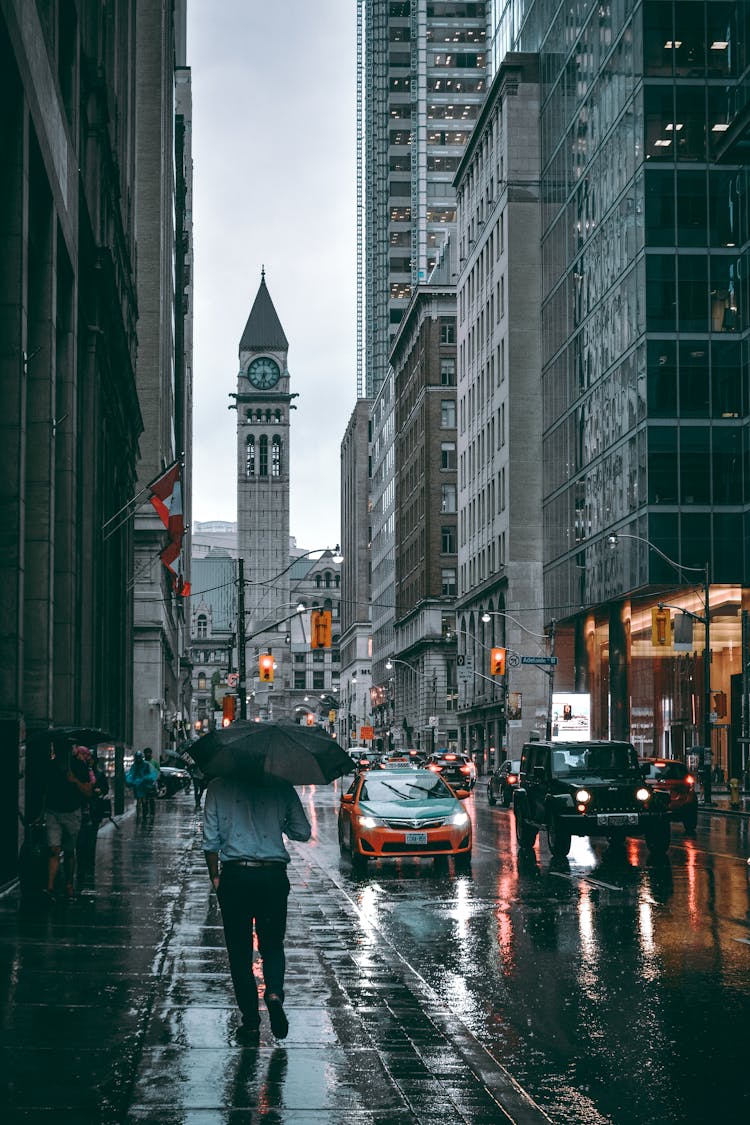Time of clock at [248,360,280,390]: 5:33
